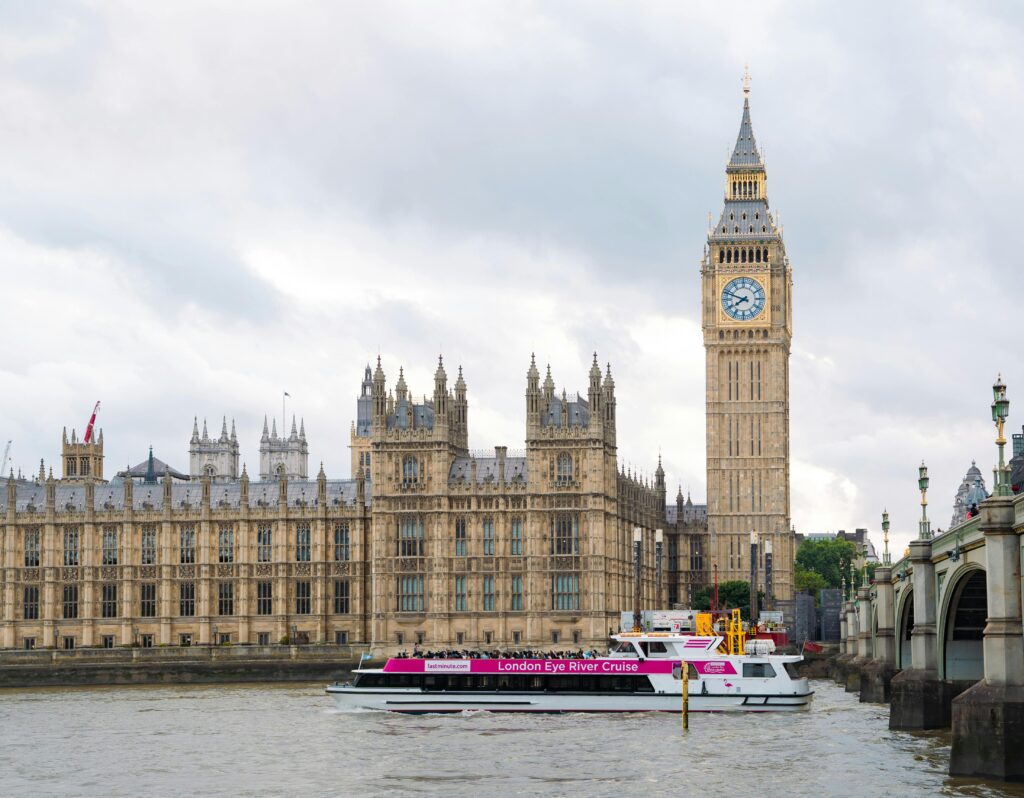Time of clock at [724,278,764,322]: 7:48
